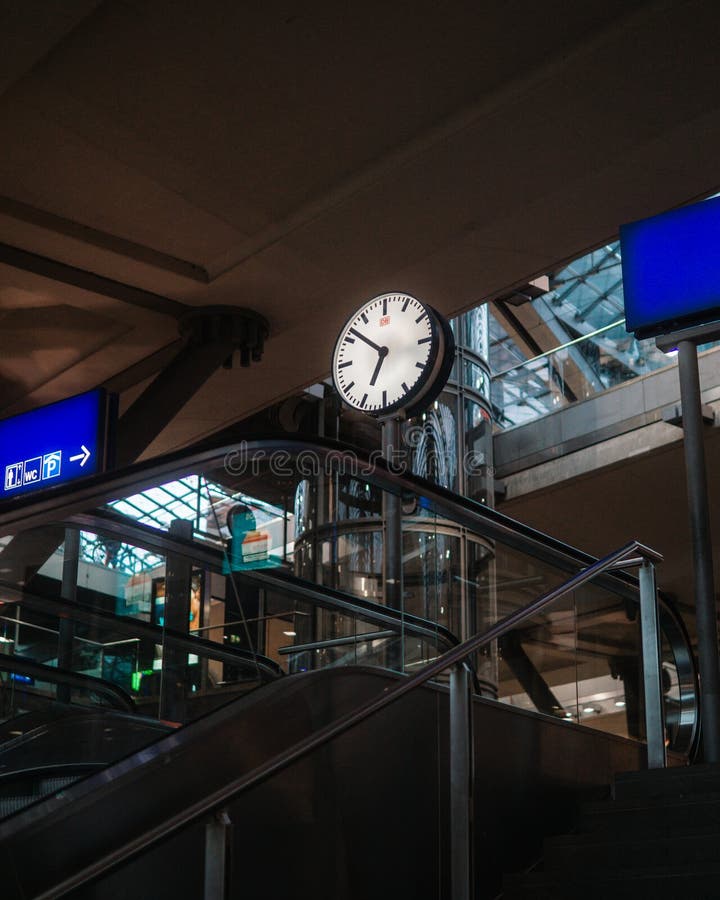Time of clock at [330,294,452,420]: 6:51
